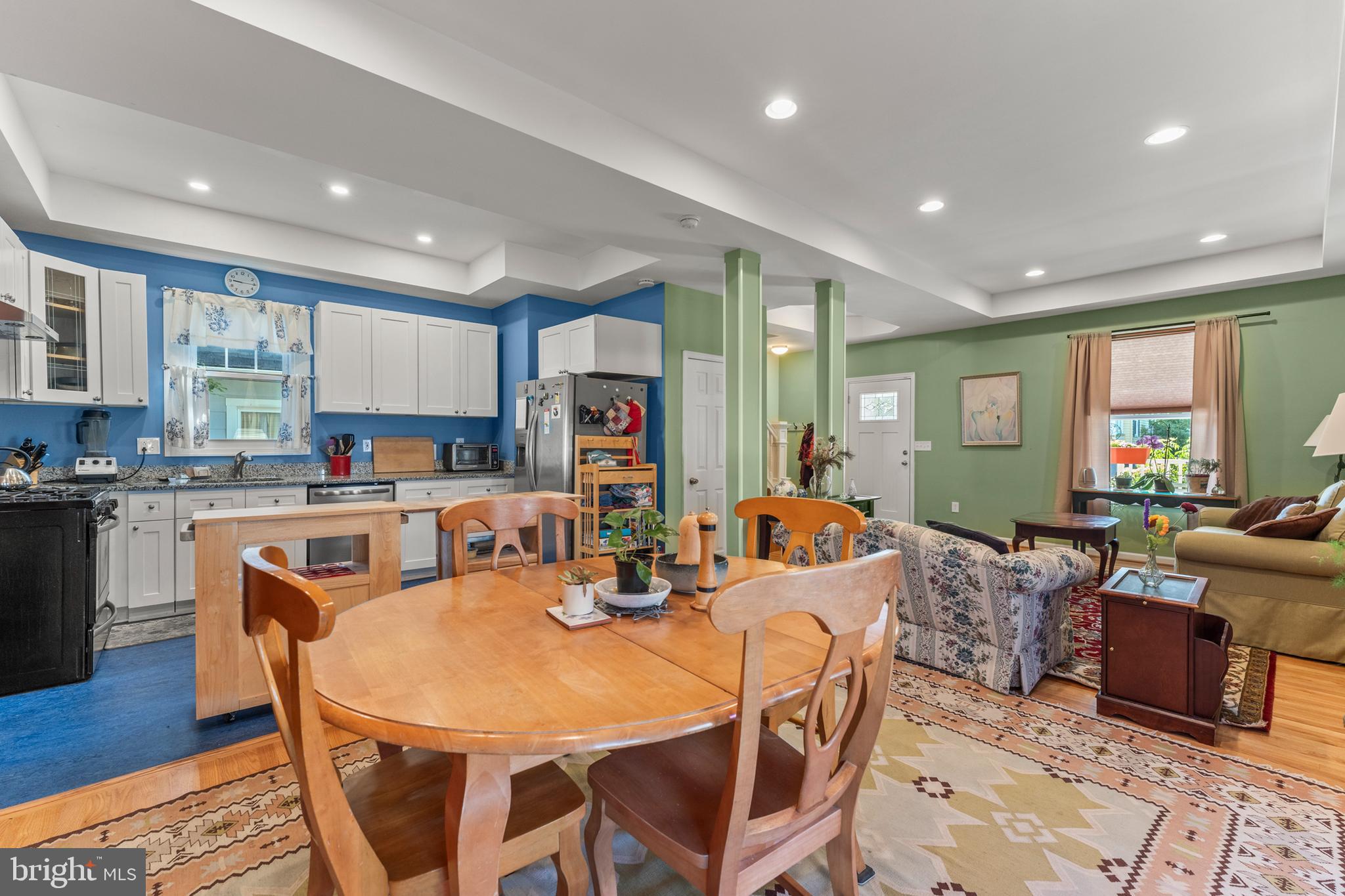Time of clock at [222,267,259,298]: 9:15
